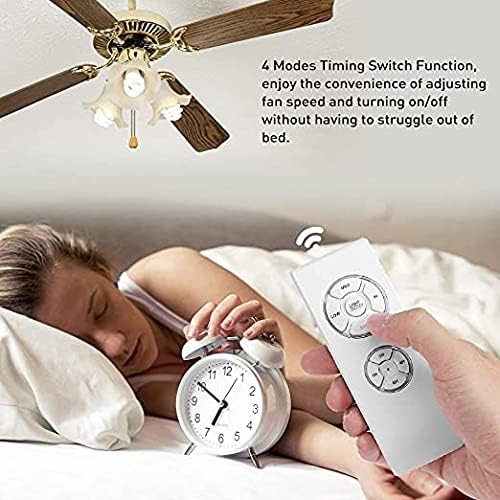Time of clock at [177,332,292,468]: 6:50
